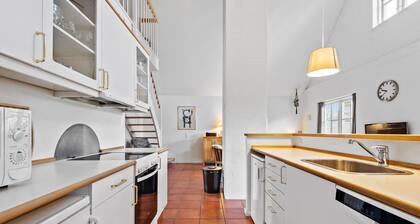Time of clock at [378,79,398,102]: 9:38
